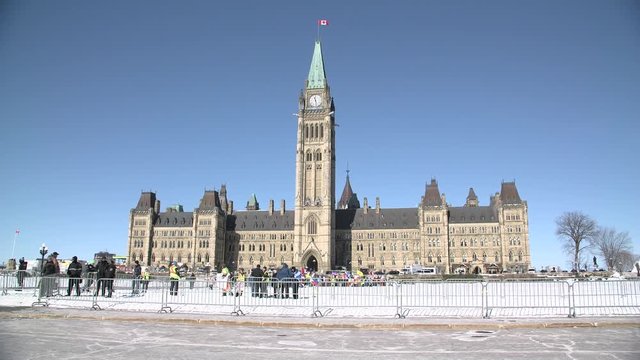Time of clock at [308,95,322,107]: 11:28
